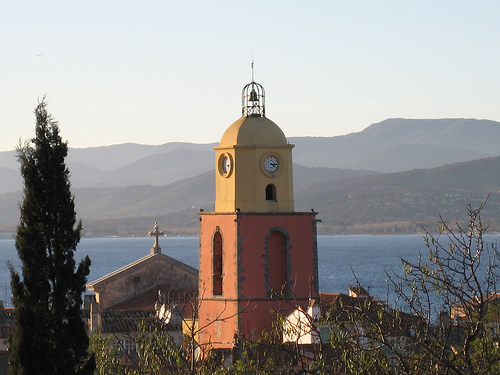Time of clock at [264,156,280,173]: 4:14
